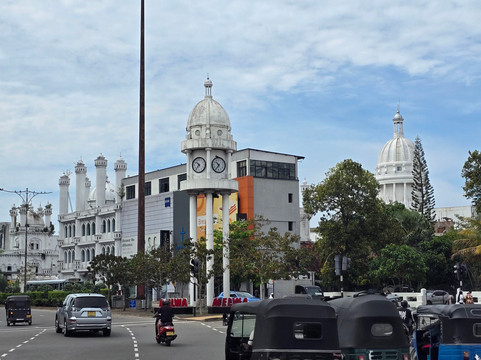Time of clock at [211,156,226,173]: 10:36
